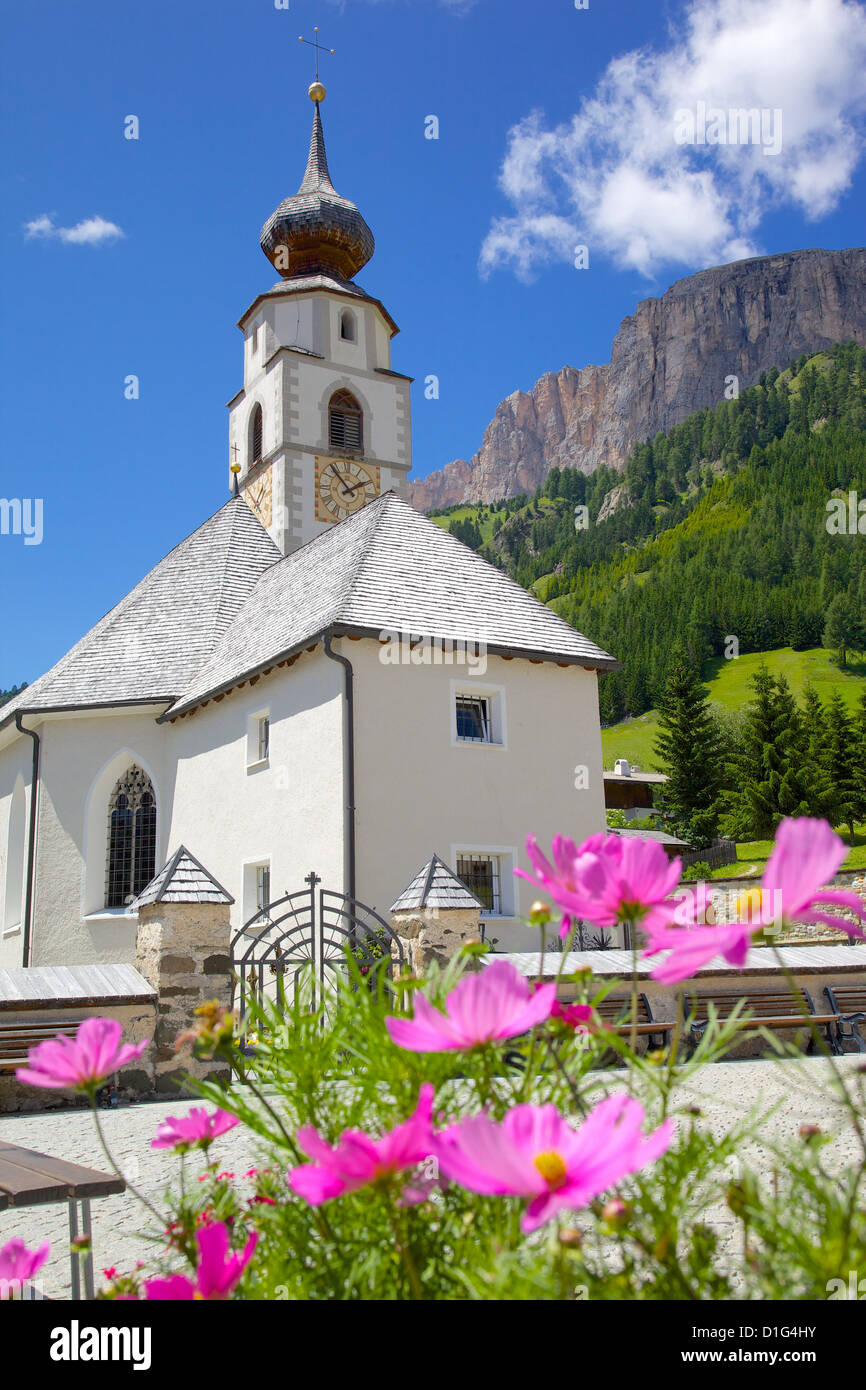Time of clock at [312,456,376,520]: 1:53
